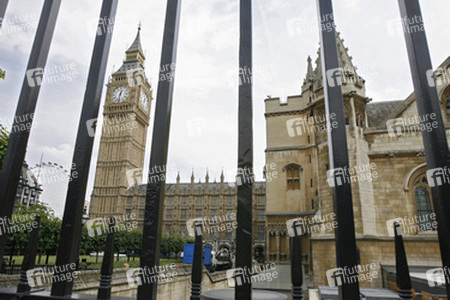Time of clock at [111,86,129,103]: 12:31
